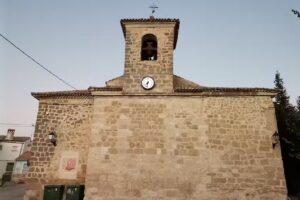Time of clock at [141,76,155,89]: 7:32
